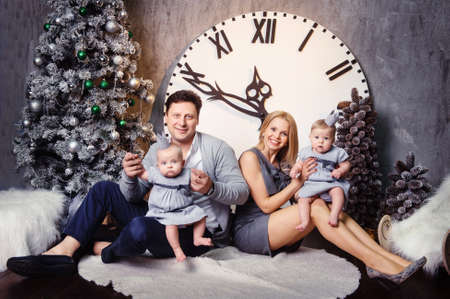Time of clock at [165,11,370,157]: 11:49
